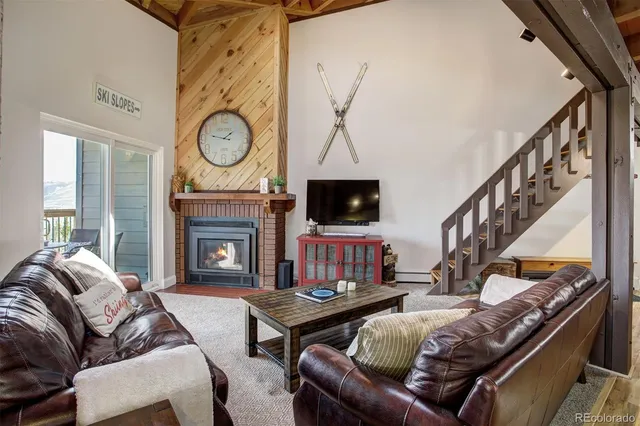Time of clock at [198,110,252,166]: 1:46
